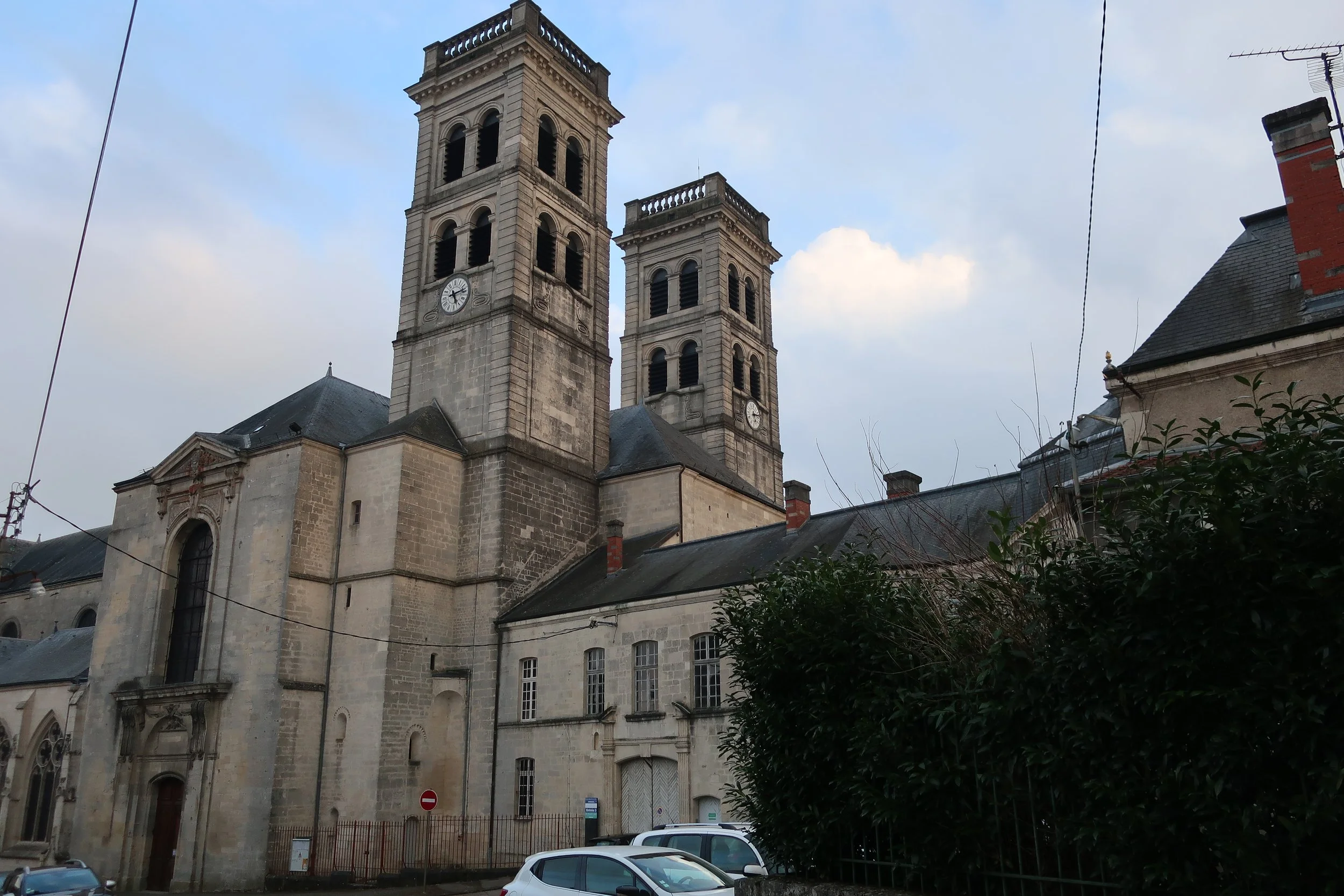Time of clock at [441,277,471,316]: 5:13
